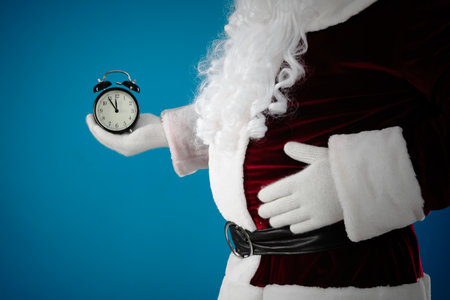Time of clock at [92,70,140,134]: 11:54
